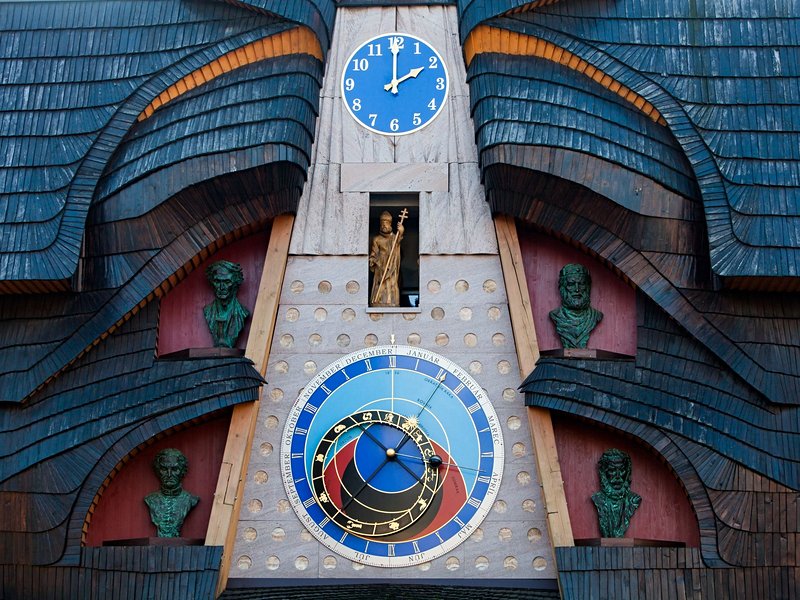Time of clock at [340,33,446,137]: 2:00
